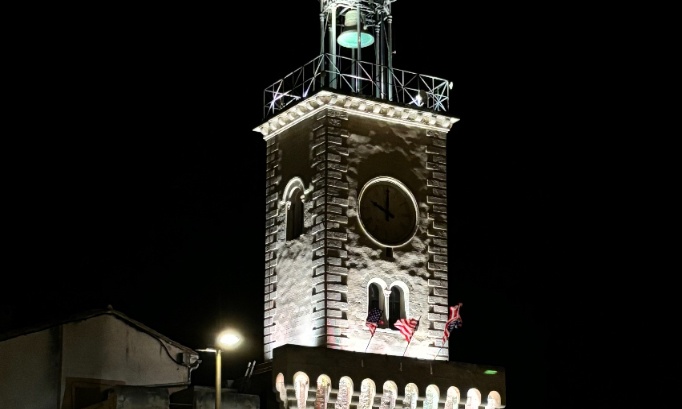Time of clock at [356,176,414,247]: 10:00
